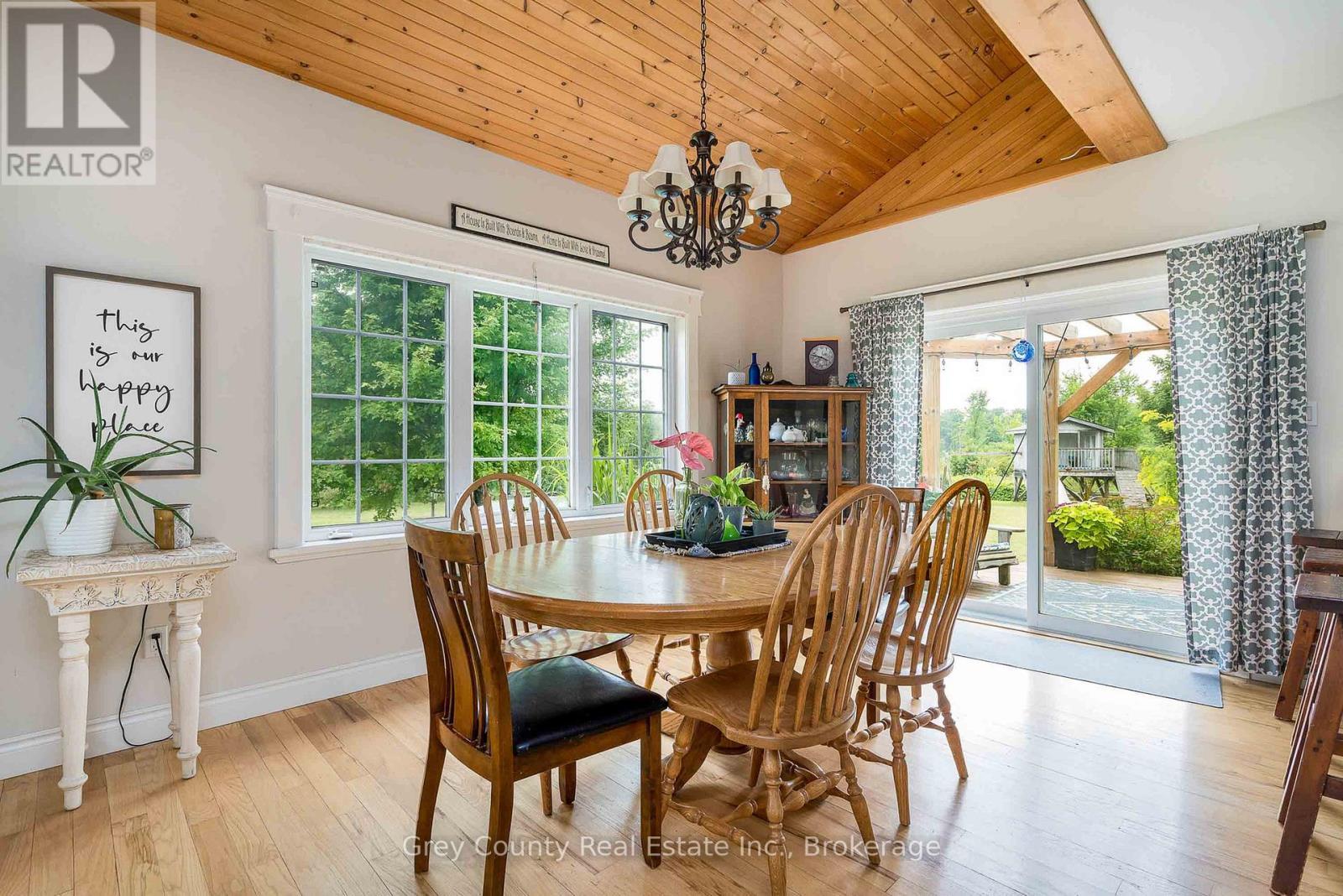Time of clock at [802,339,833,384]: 3:47
